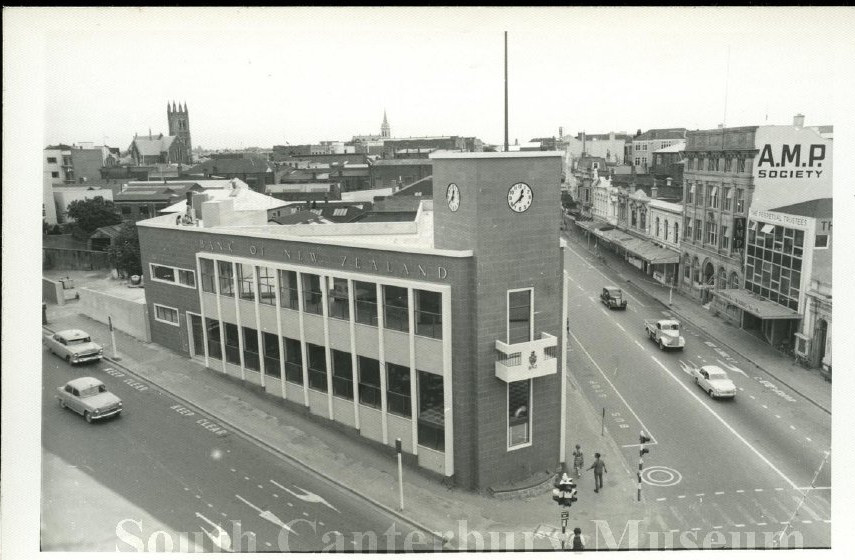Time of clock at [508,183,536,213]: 12:38
